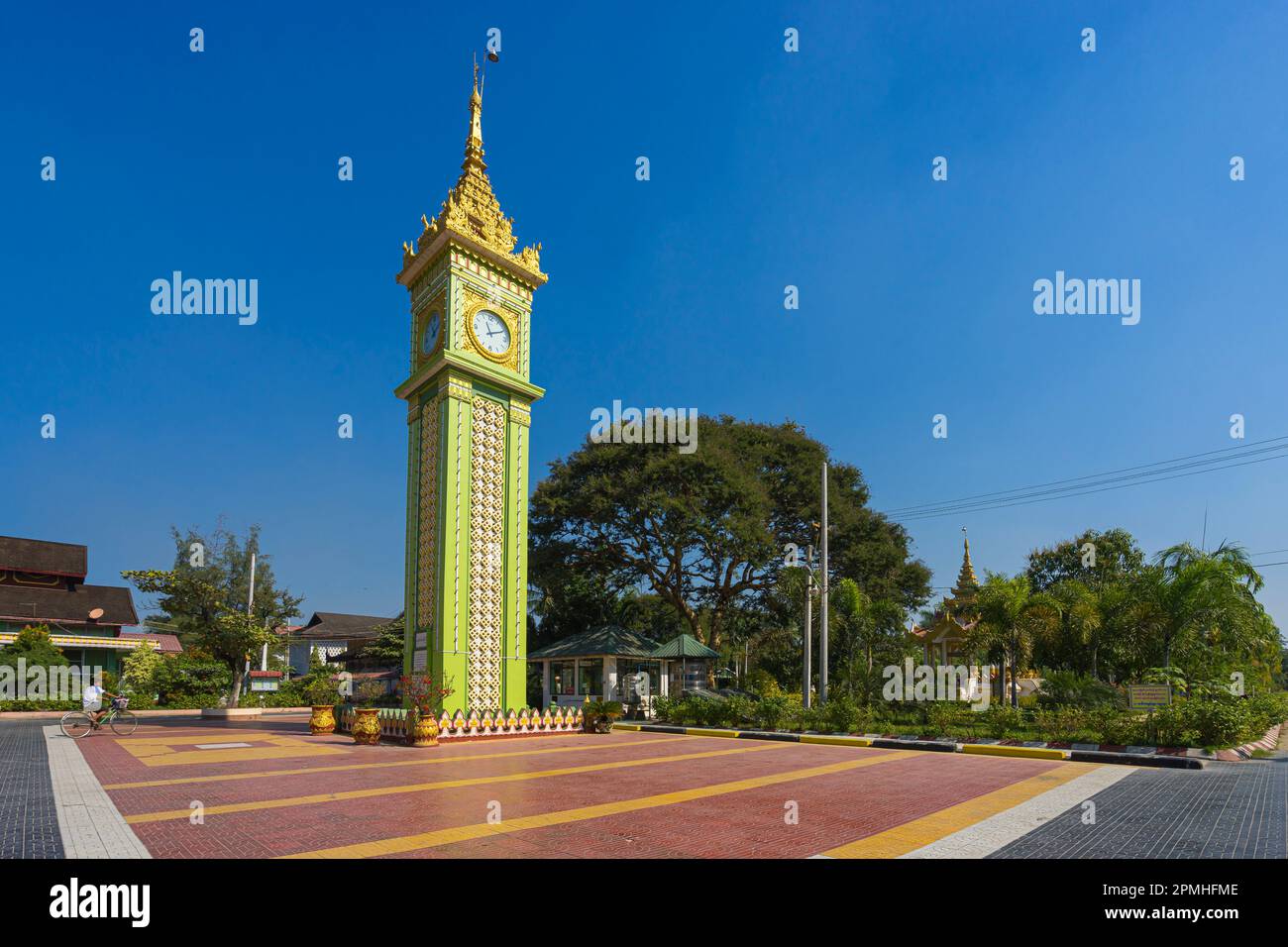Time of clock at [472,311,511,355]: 11:10
